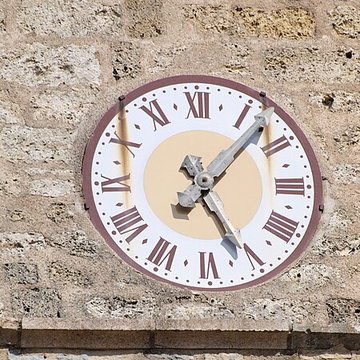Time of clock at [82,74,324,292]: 5:07
